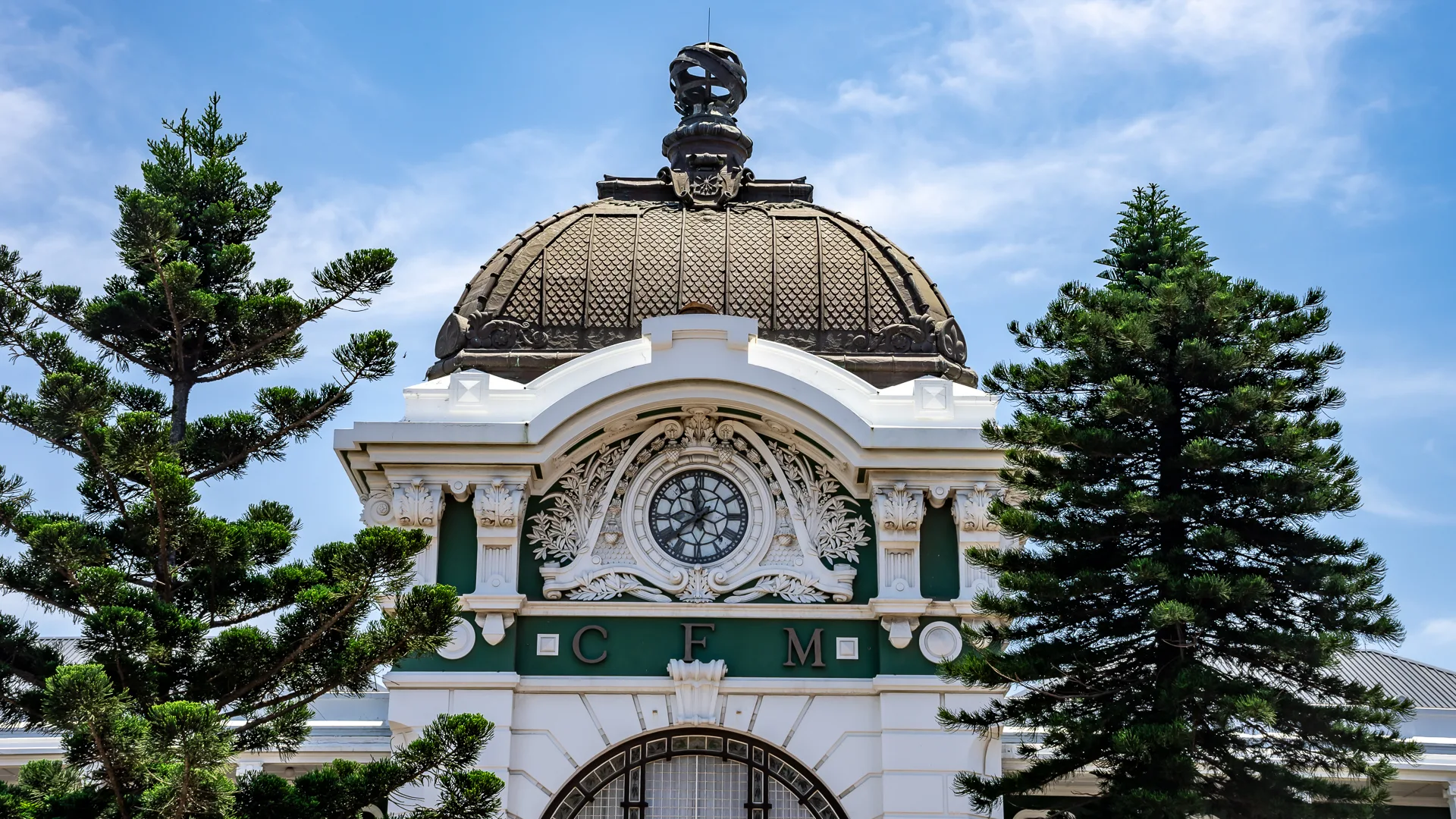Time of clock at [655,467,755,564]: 11:37
